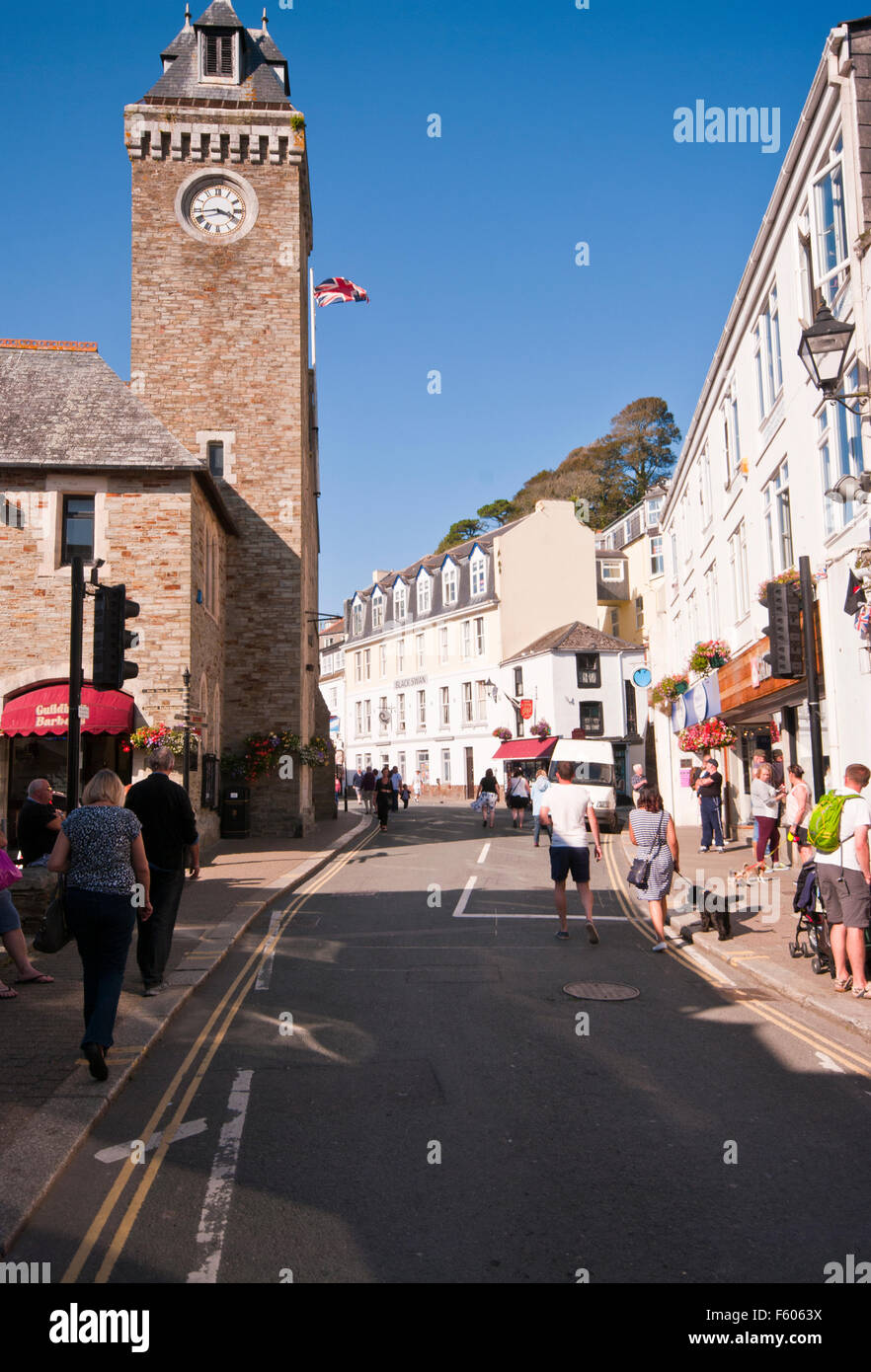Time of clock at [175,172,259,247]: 3:43
